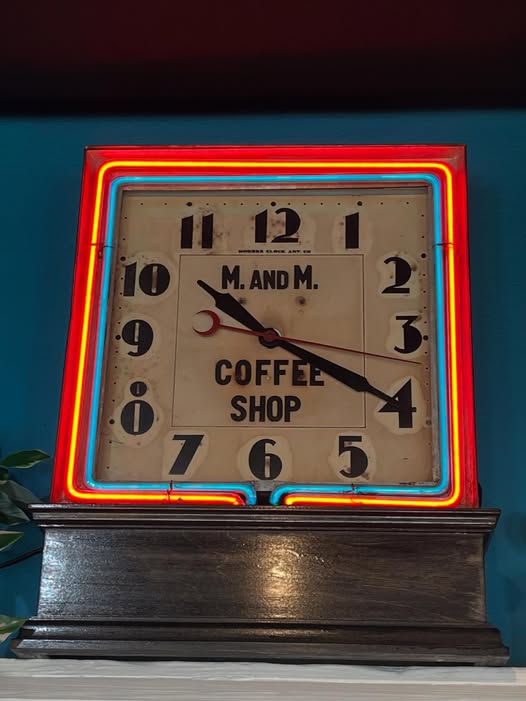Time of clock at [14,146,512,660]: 10:20
